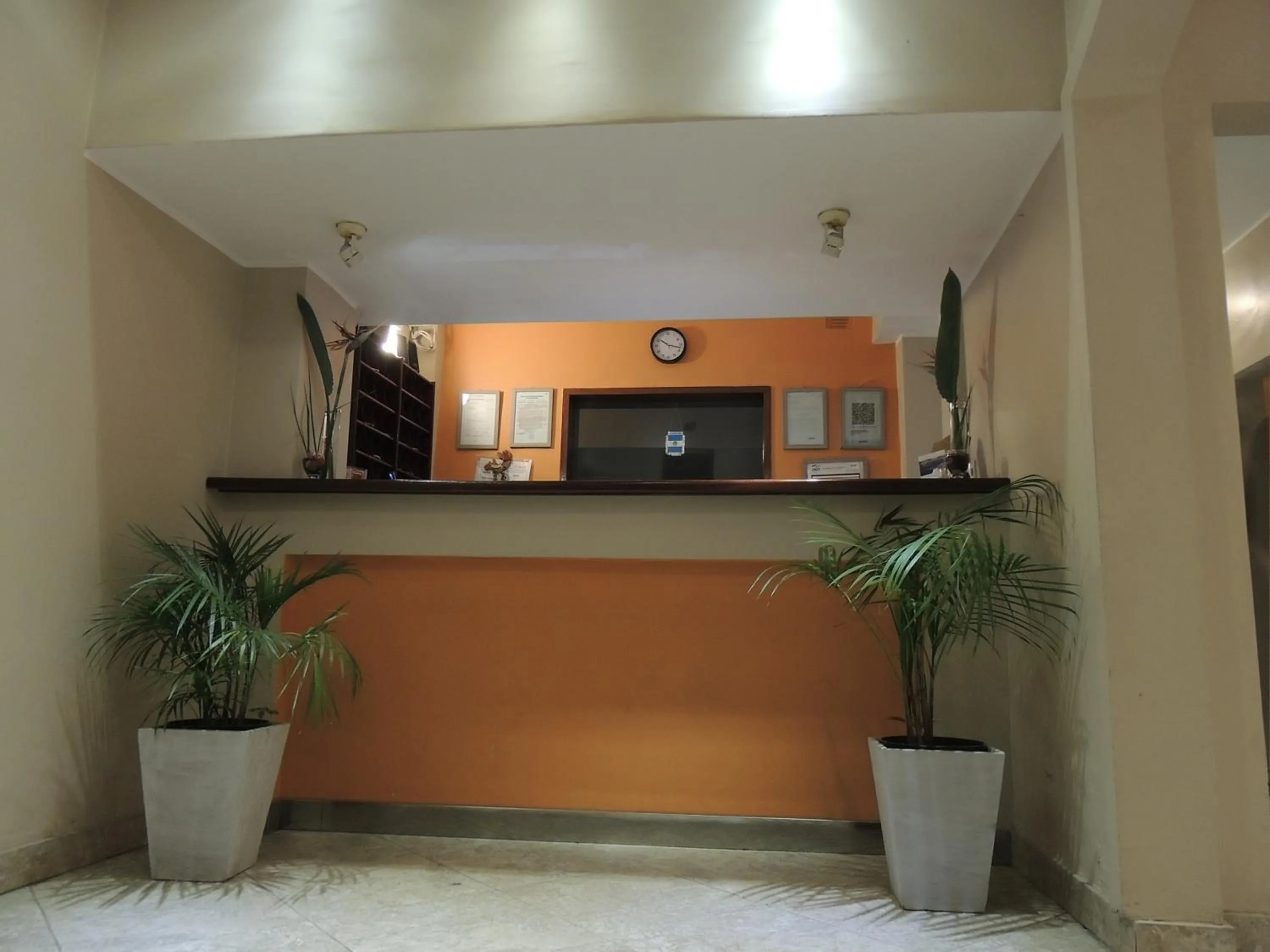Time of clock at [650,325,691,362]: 10:17
